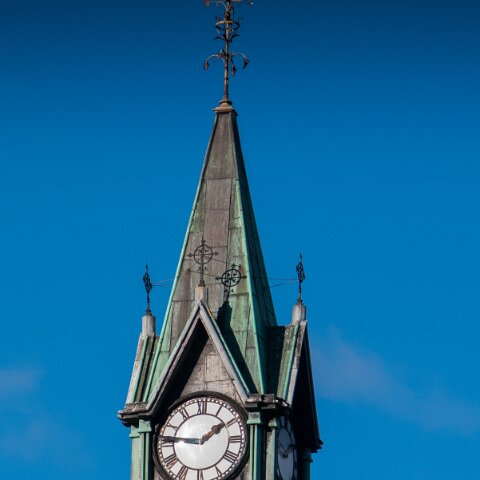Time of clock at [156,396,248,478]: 1:46
